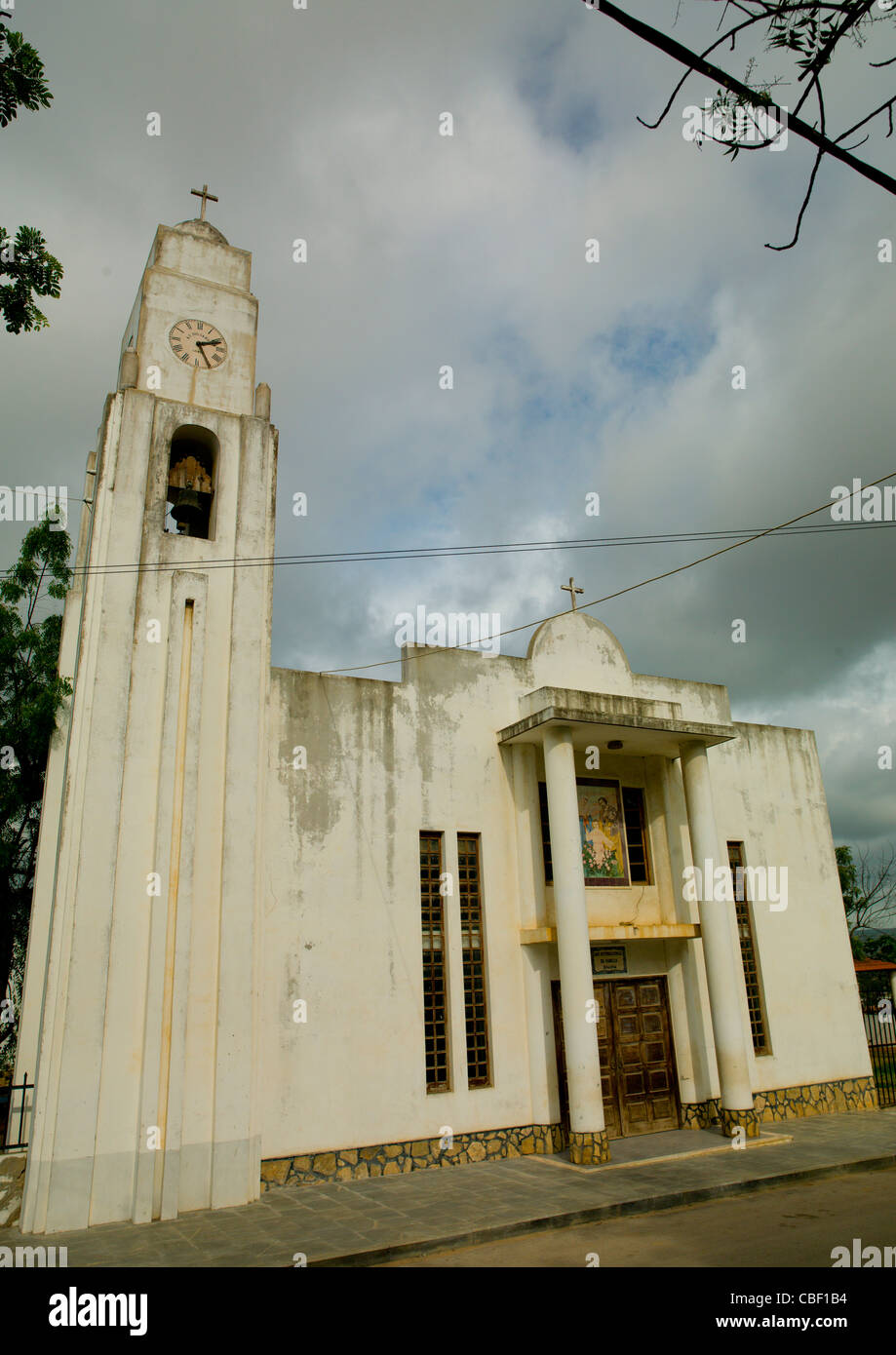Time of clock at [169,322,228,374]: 2:25
